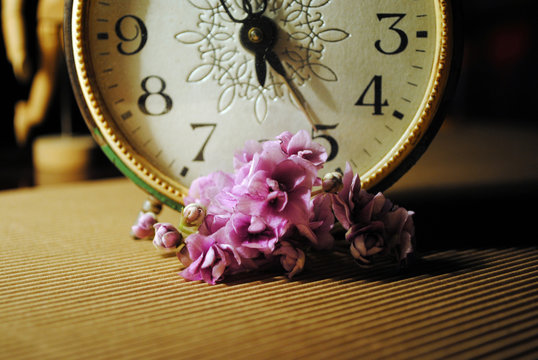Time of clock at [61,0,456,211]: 12:24
